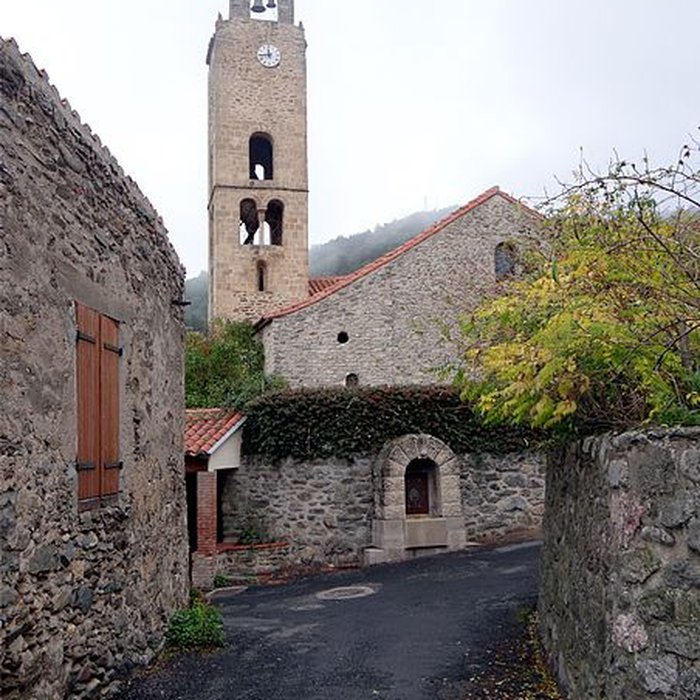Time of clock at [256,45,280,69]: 11:44
